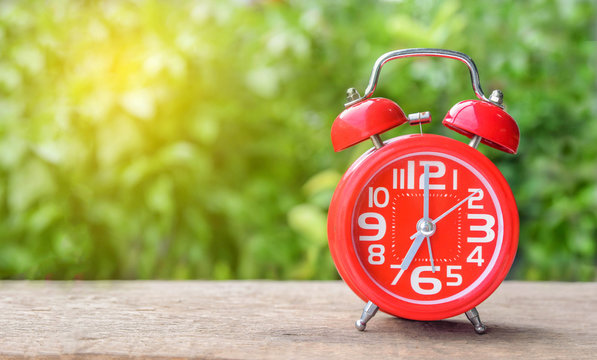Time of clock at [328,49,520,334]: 7:00
